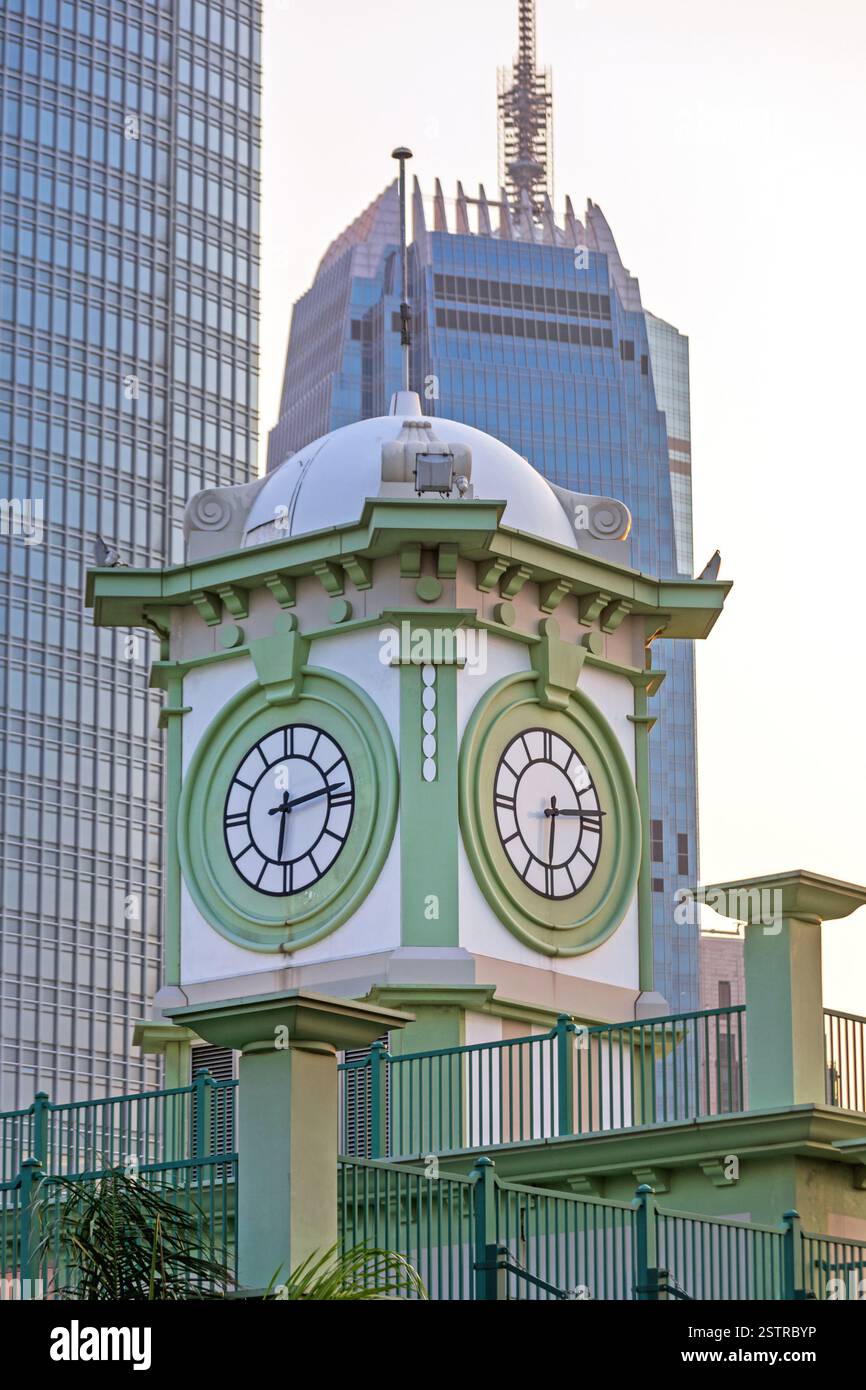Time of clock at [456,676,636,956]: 6:14
